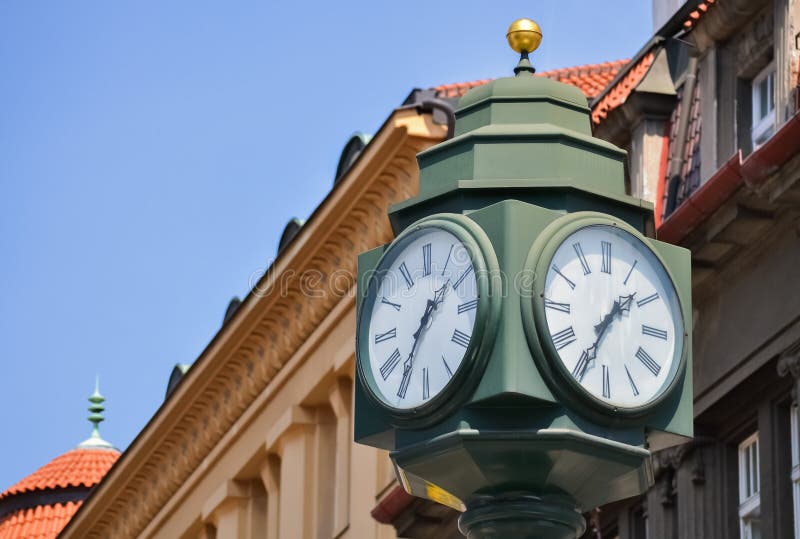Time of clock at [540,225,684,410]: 1:34
